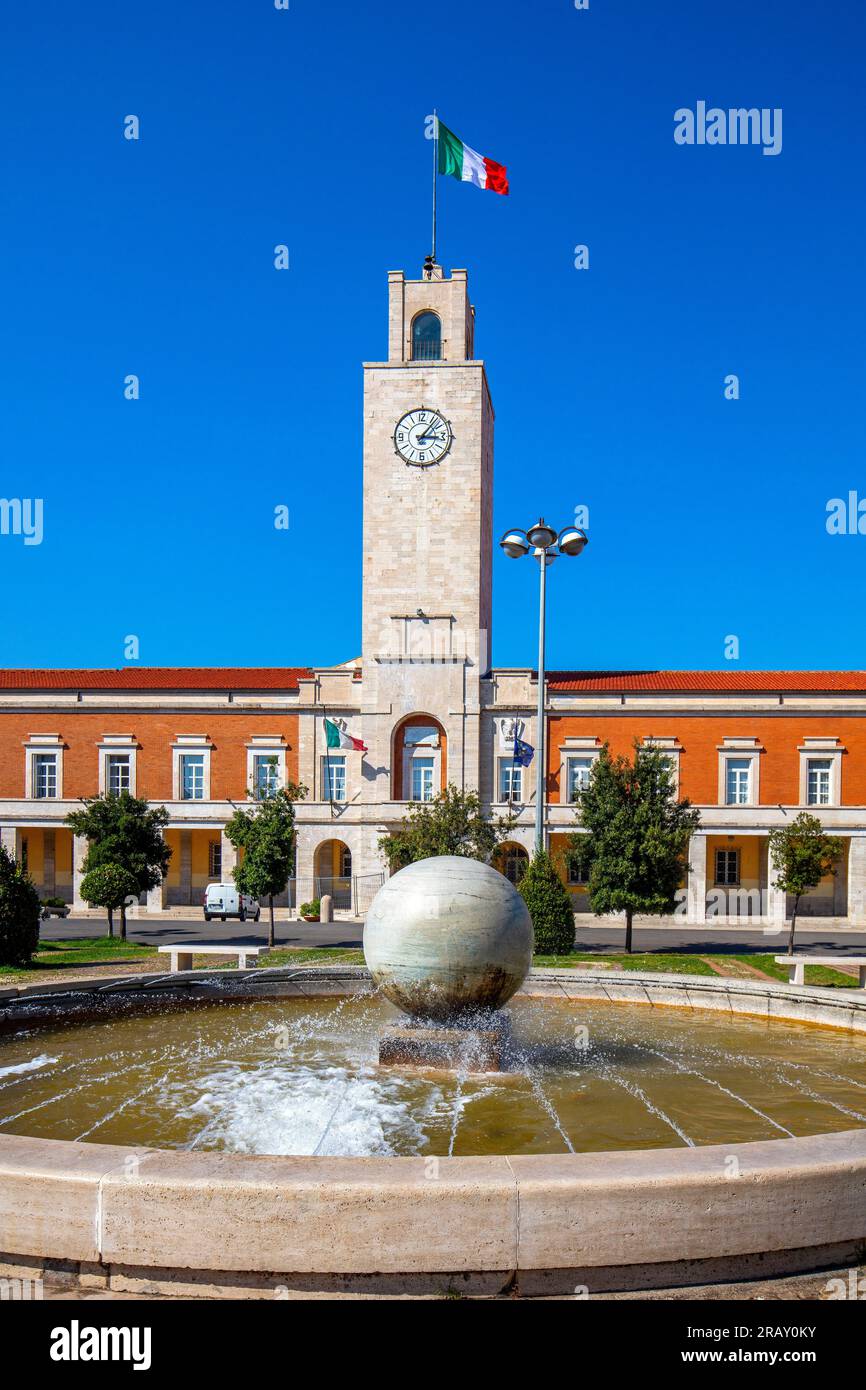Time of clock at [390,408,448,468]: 3:06
